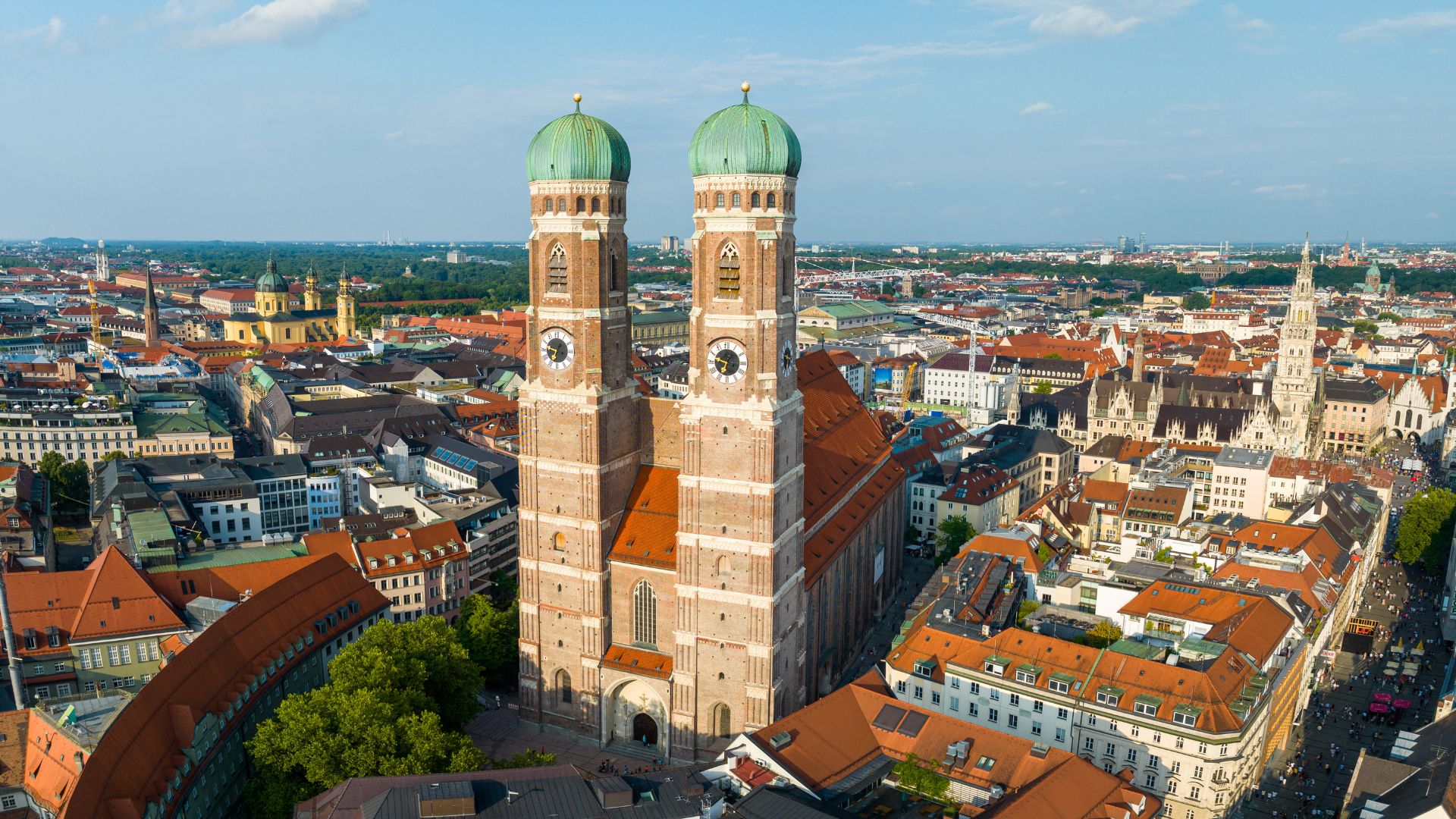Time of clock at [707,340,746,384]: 6:47
